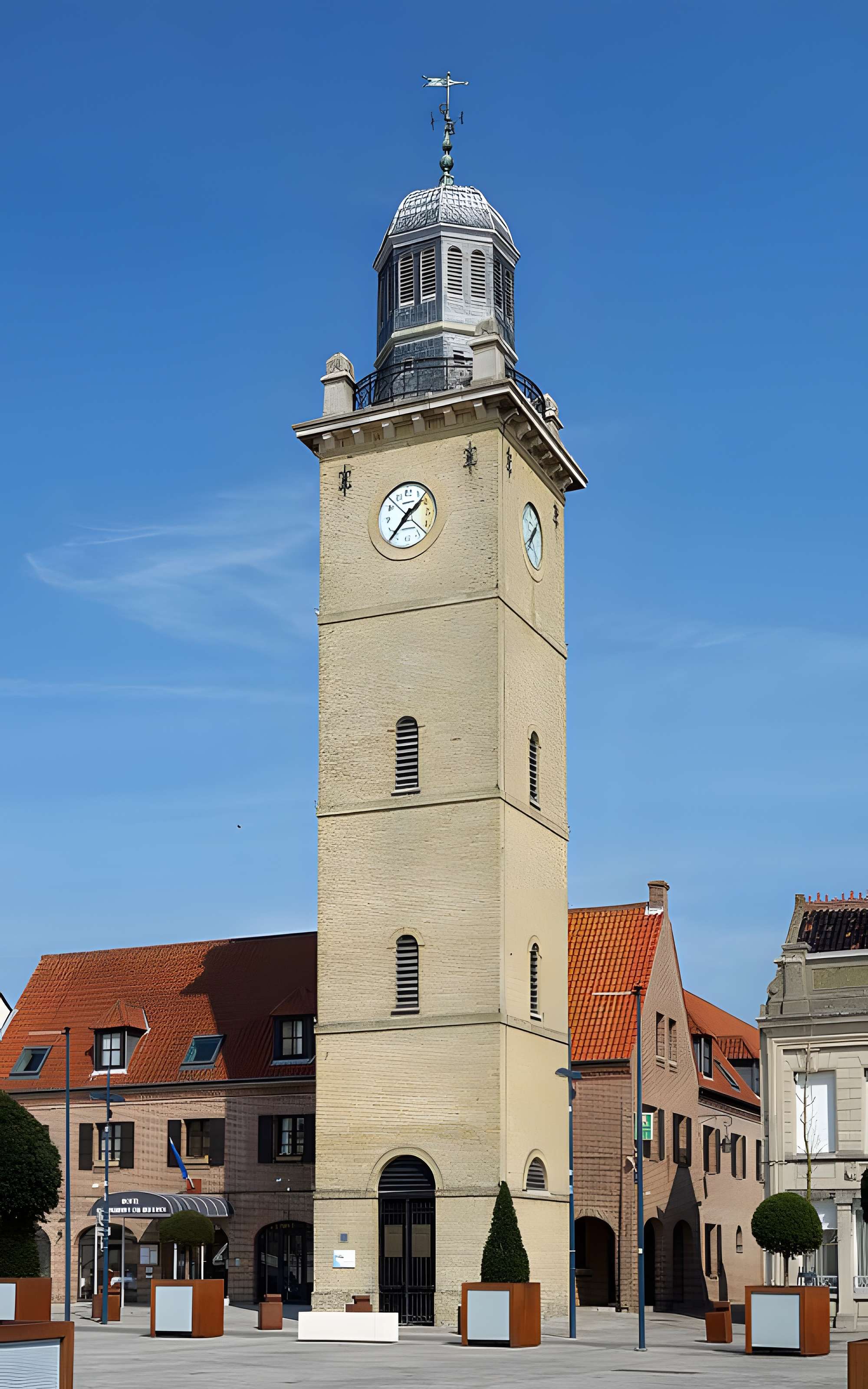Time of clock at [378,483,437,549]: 1:37
